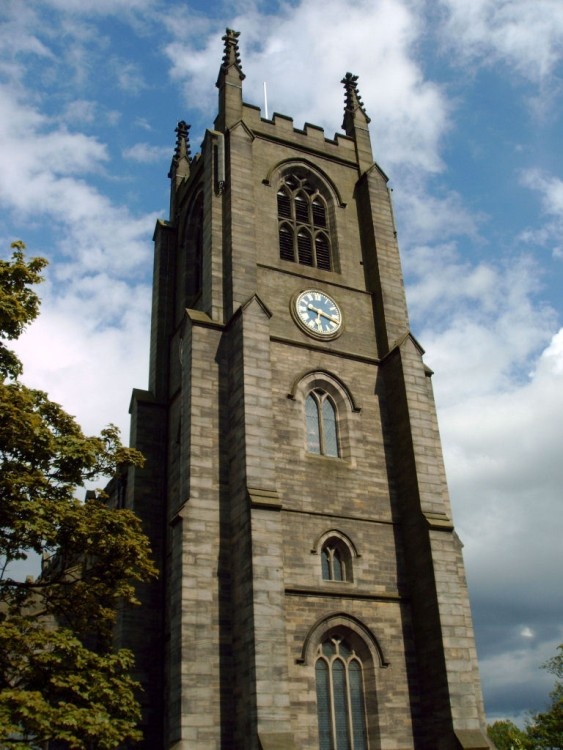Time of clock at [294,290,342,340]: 9:18
